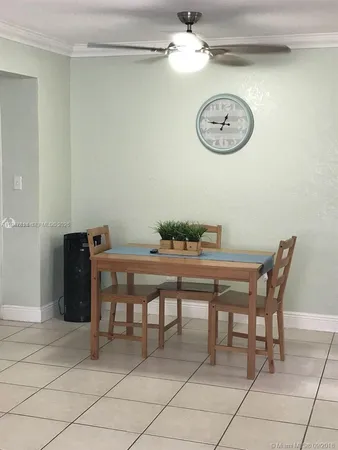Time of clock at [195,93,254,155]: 12:46
